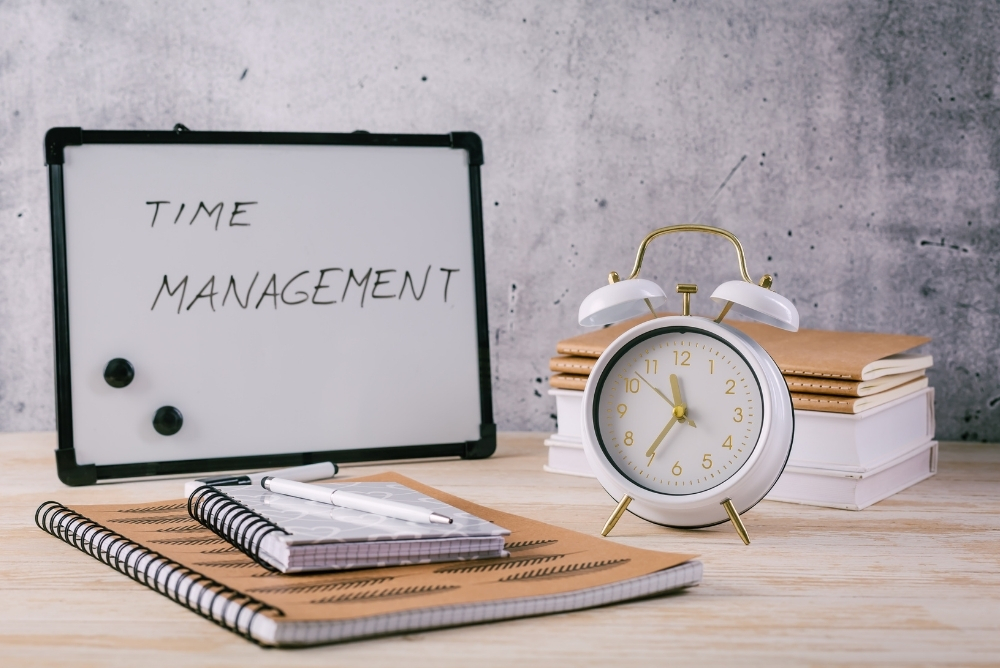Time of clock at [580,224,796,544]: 11:35
